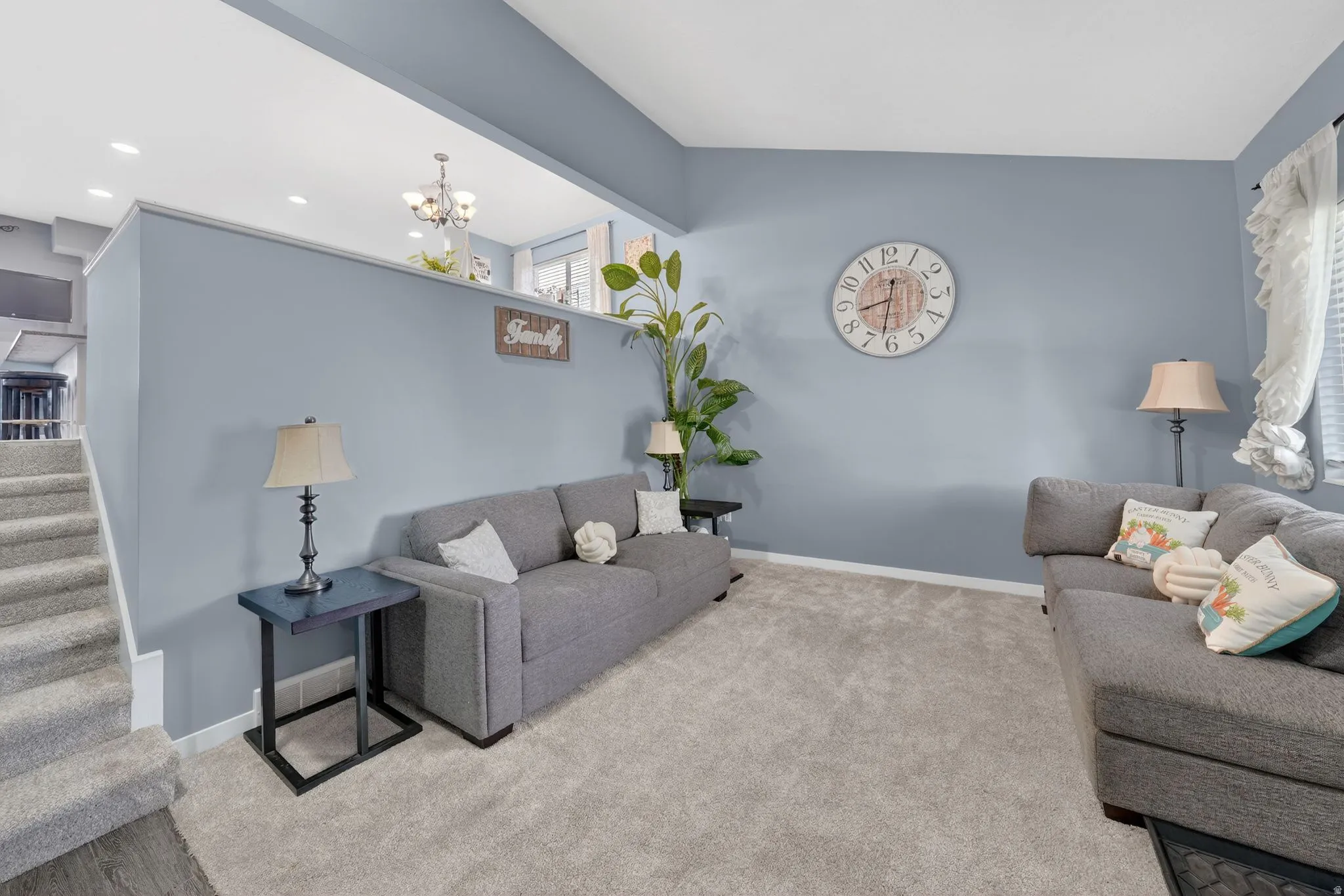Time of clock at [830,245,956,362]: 8:32
